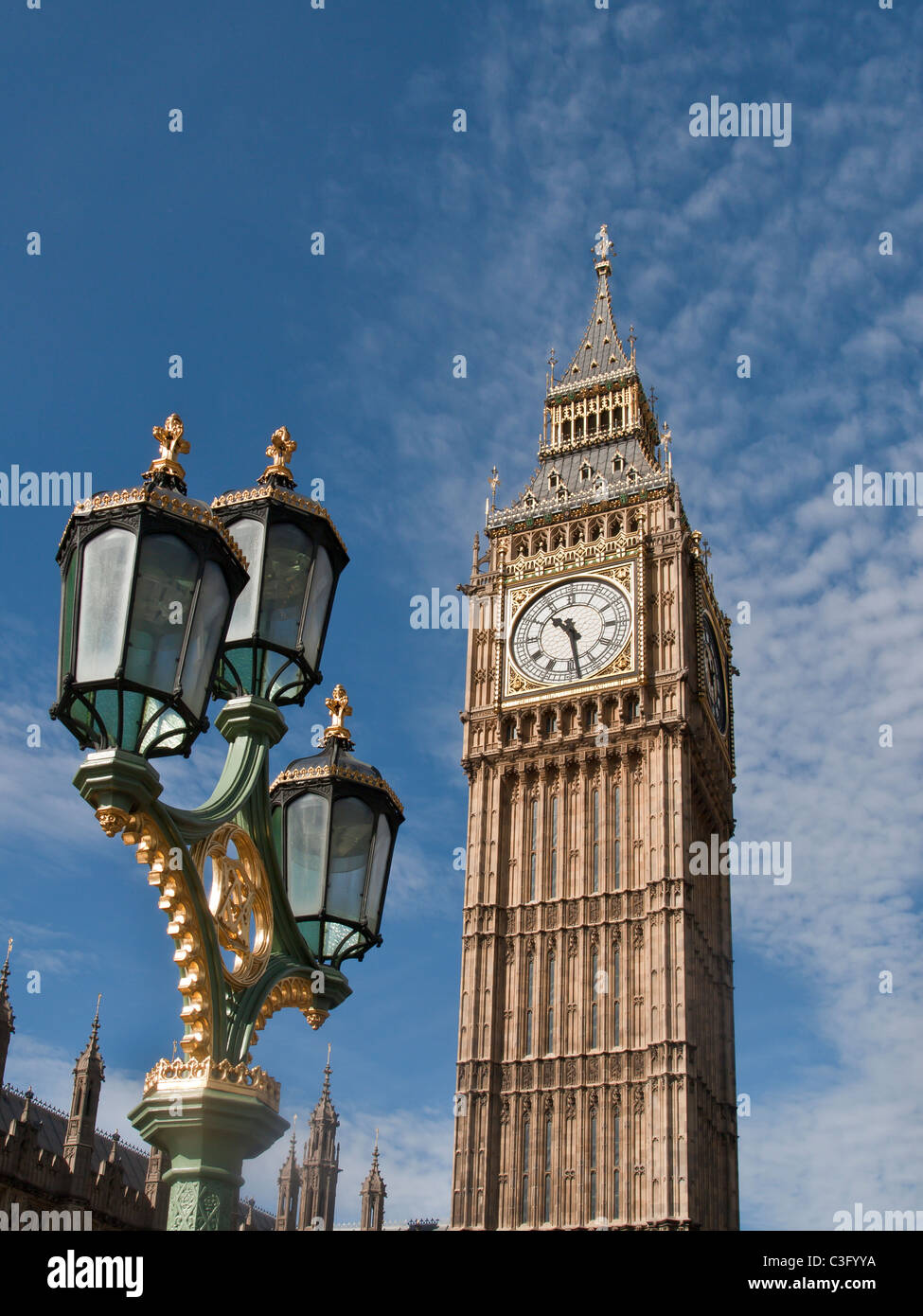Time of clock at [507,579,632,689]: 10:28
